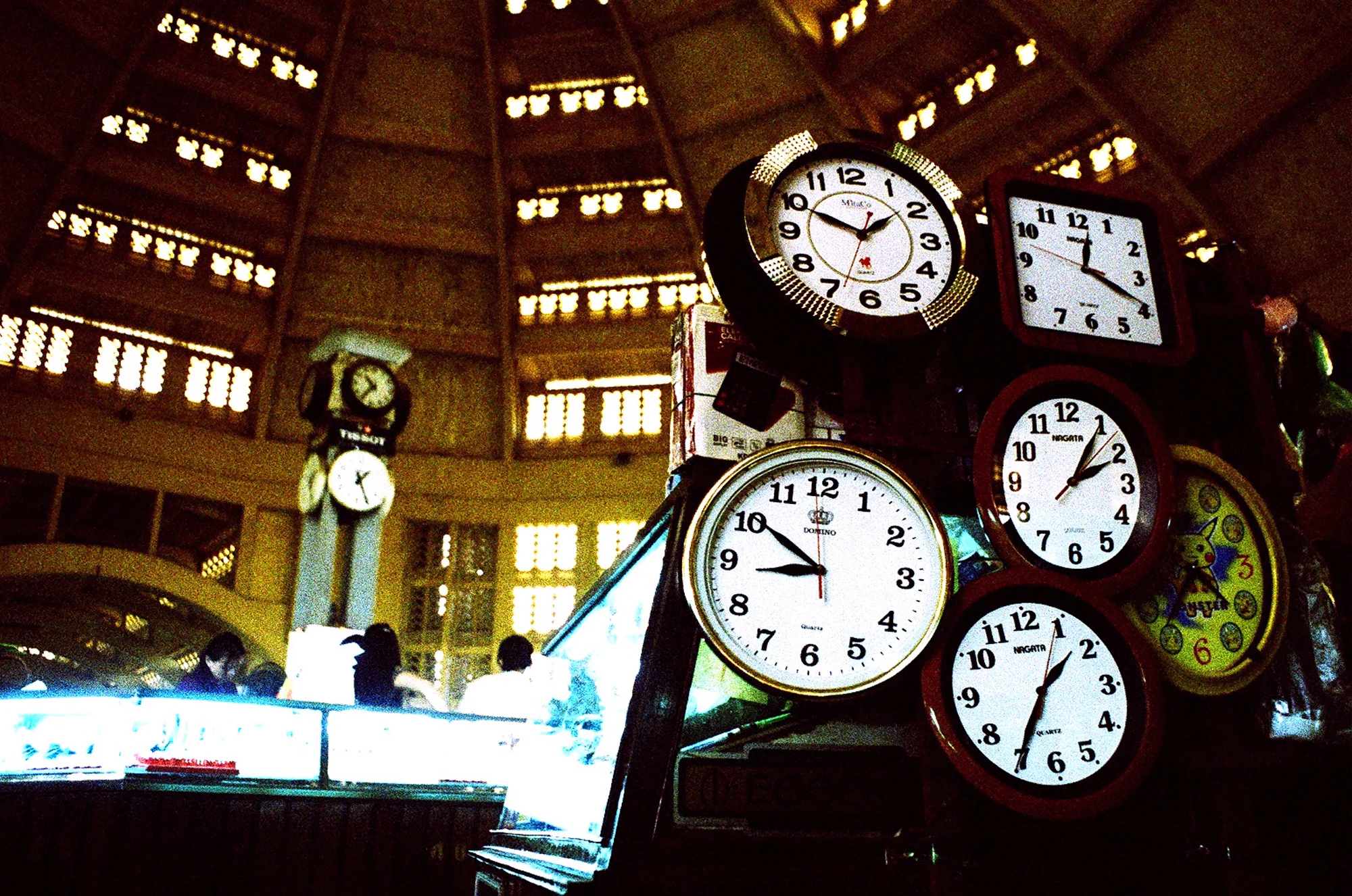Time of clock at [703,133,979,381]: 1:49
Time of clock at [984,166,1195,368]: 12:19
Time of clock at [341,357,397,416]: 10:36
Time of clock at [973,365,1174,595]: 2:05
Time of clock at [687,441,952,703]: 8:50
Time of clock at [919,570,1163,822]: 1:35
